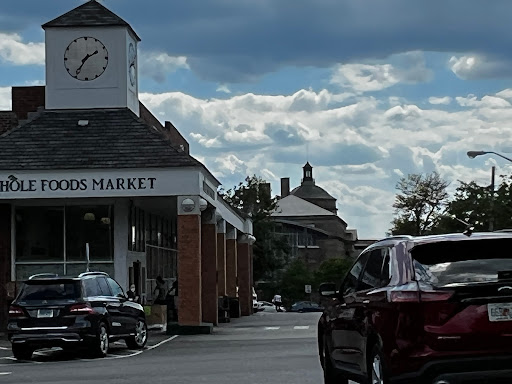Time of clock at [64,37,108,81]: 1:35
